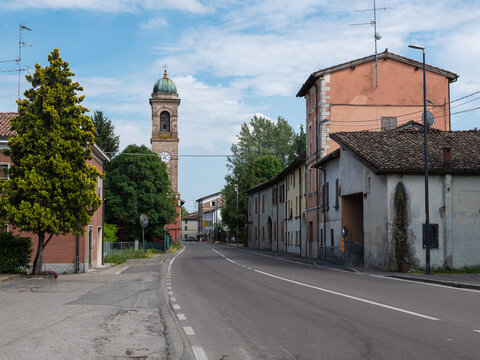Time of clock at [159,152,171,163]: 4:07
